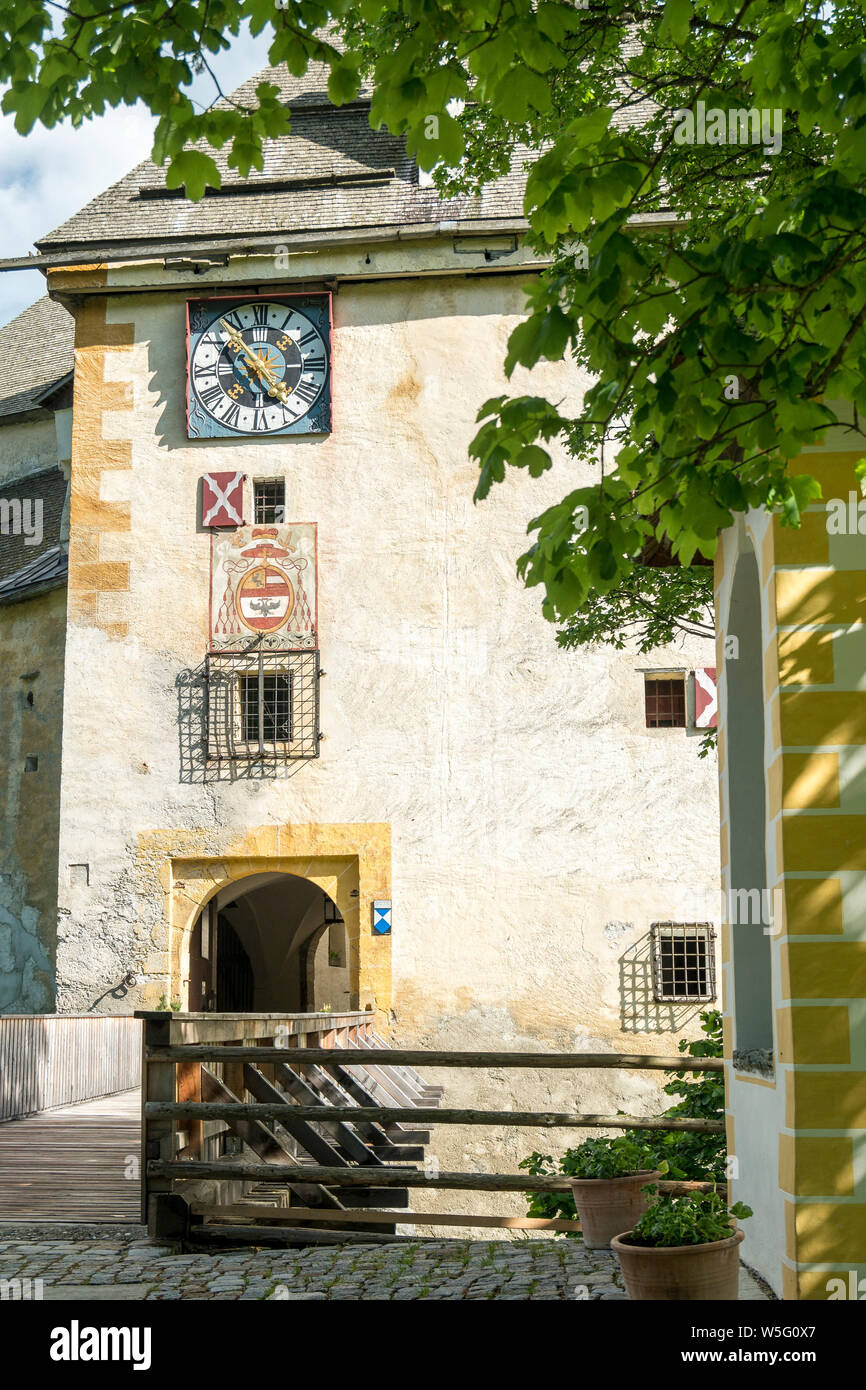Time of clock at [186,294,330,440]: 4:52
